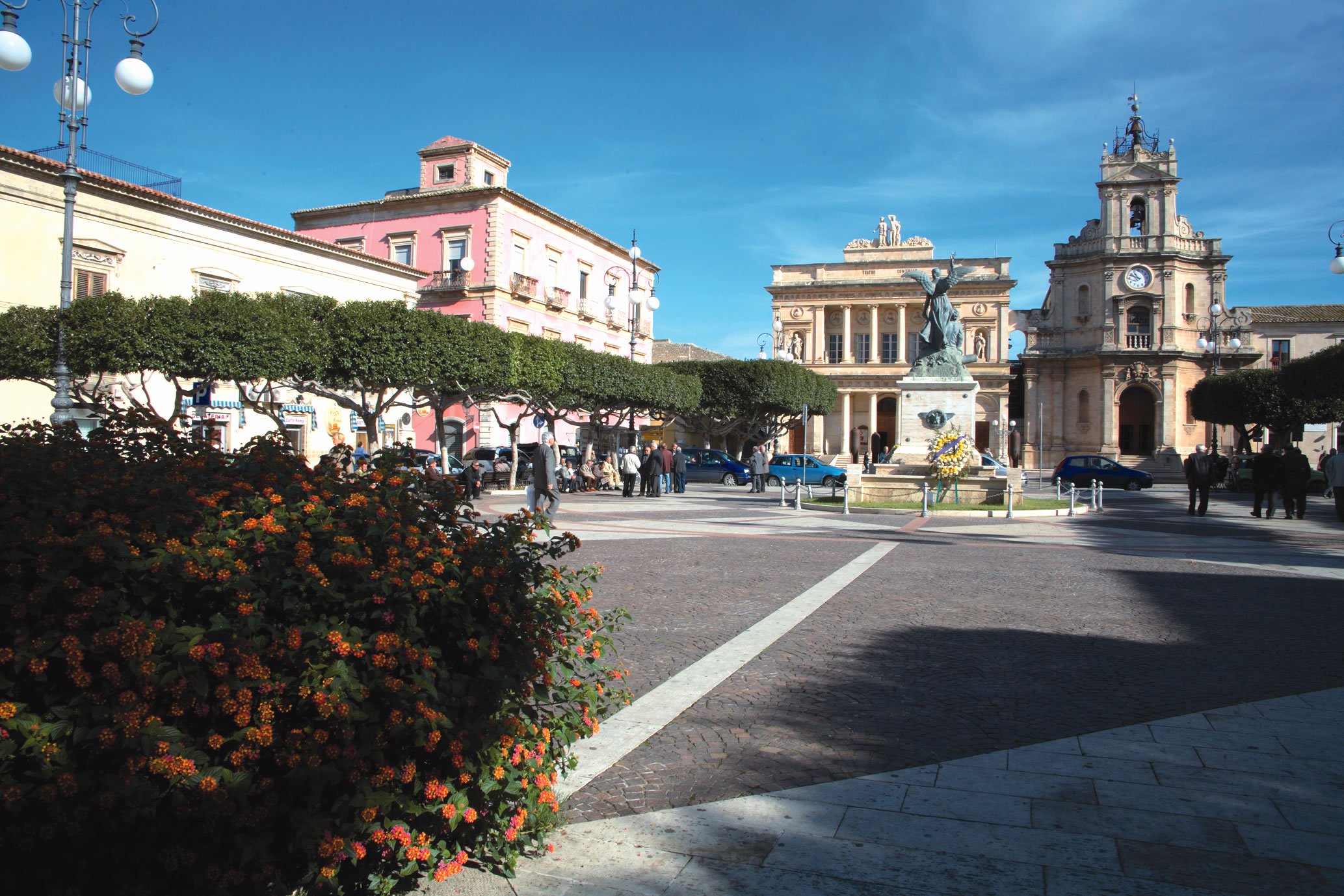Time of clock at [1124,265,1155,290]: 10:48
